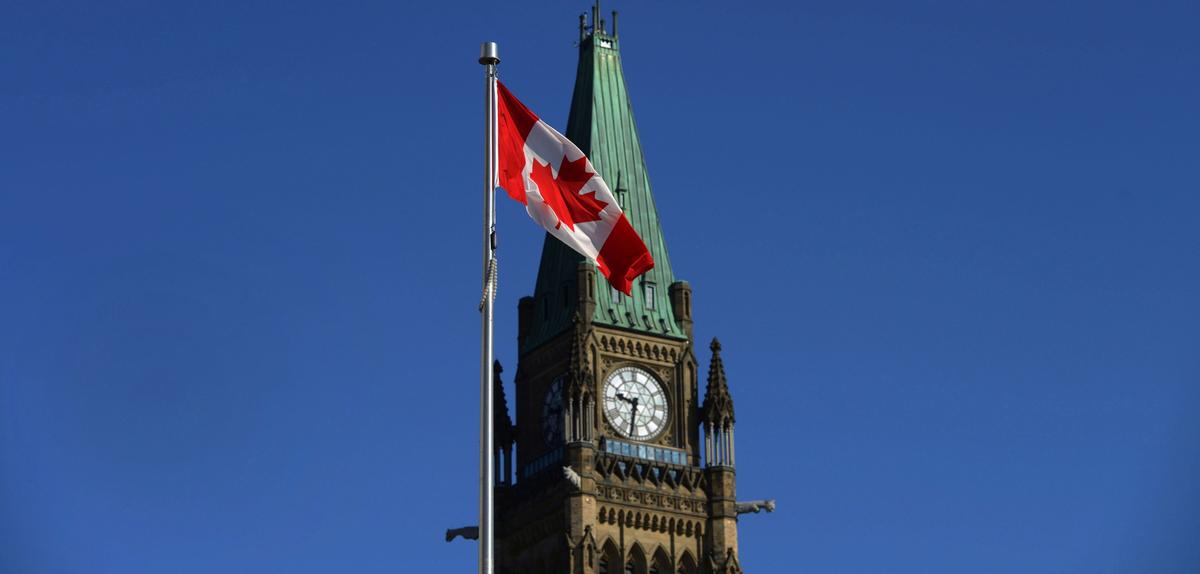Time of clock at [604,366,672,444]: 9:31
